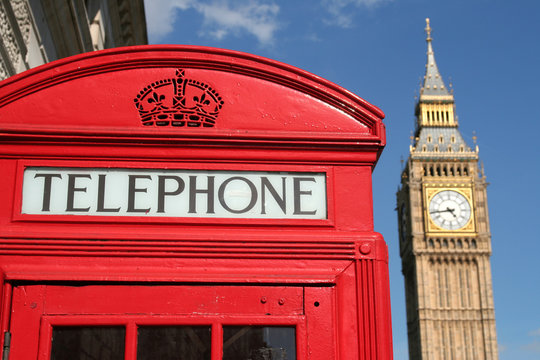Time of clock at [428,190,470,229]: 4:43
